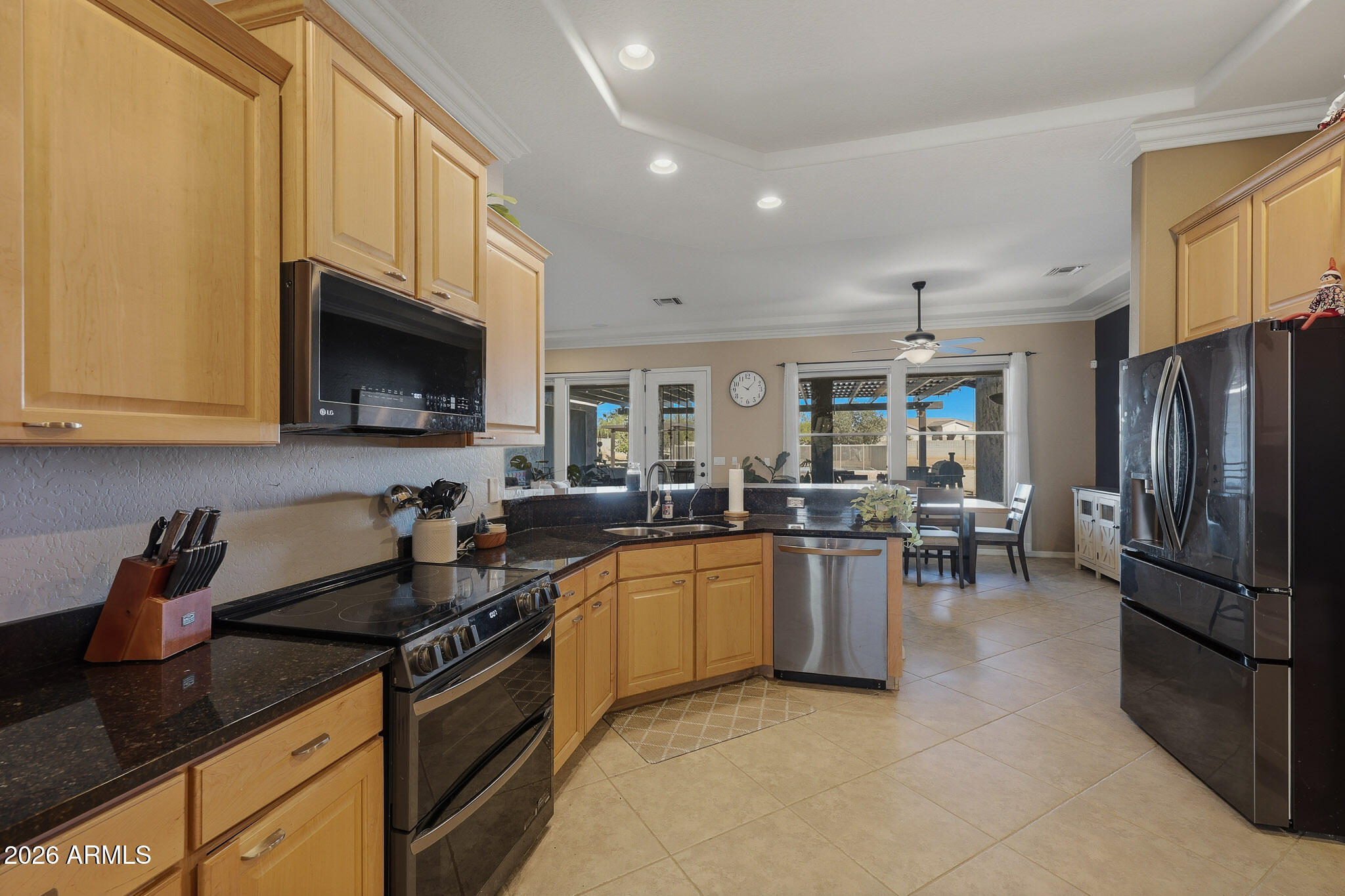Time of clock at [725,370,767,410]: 10:07
